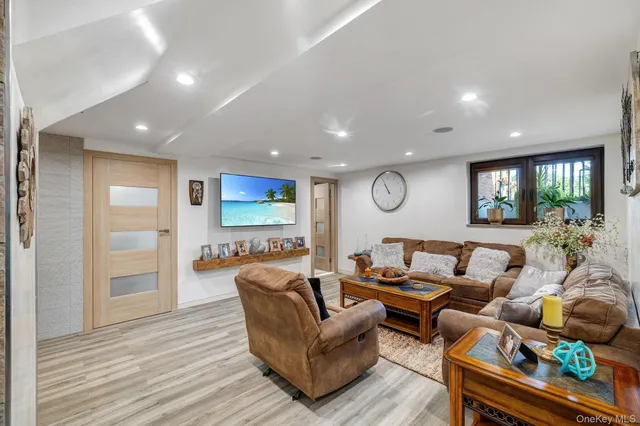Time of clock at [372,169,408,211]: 10:55
